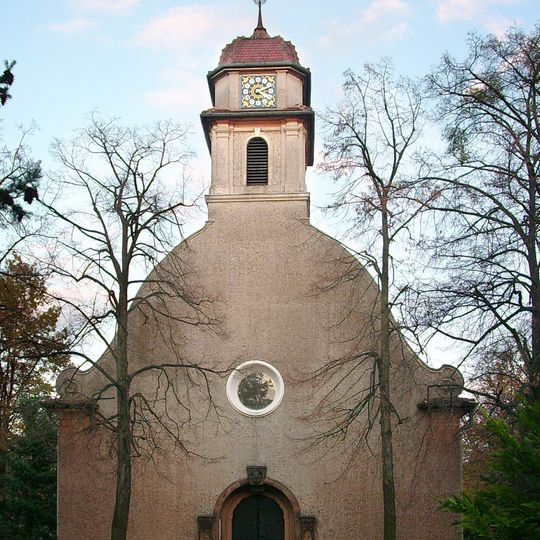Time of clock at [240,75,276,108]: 4:10
